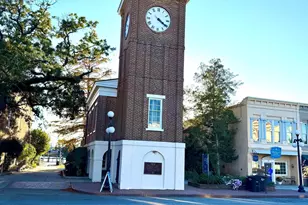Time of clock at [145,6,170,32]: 4:20
